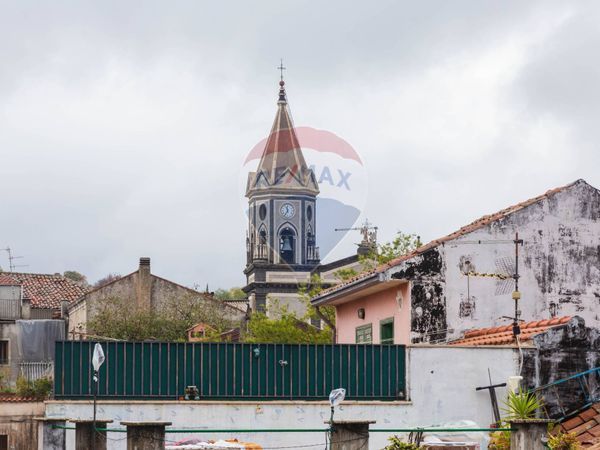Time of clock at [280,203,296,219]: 11:35
